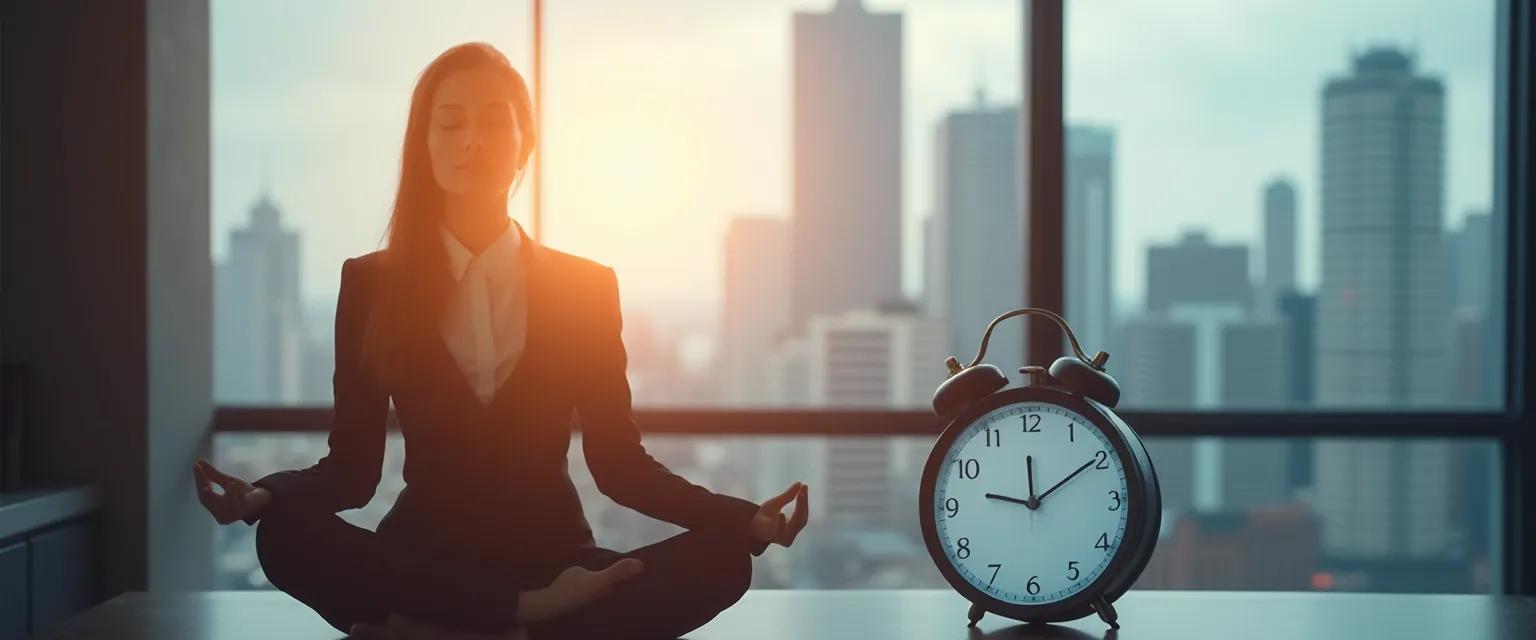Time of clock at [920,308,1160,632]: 9:09
